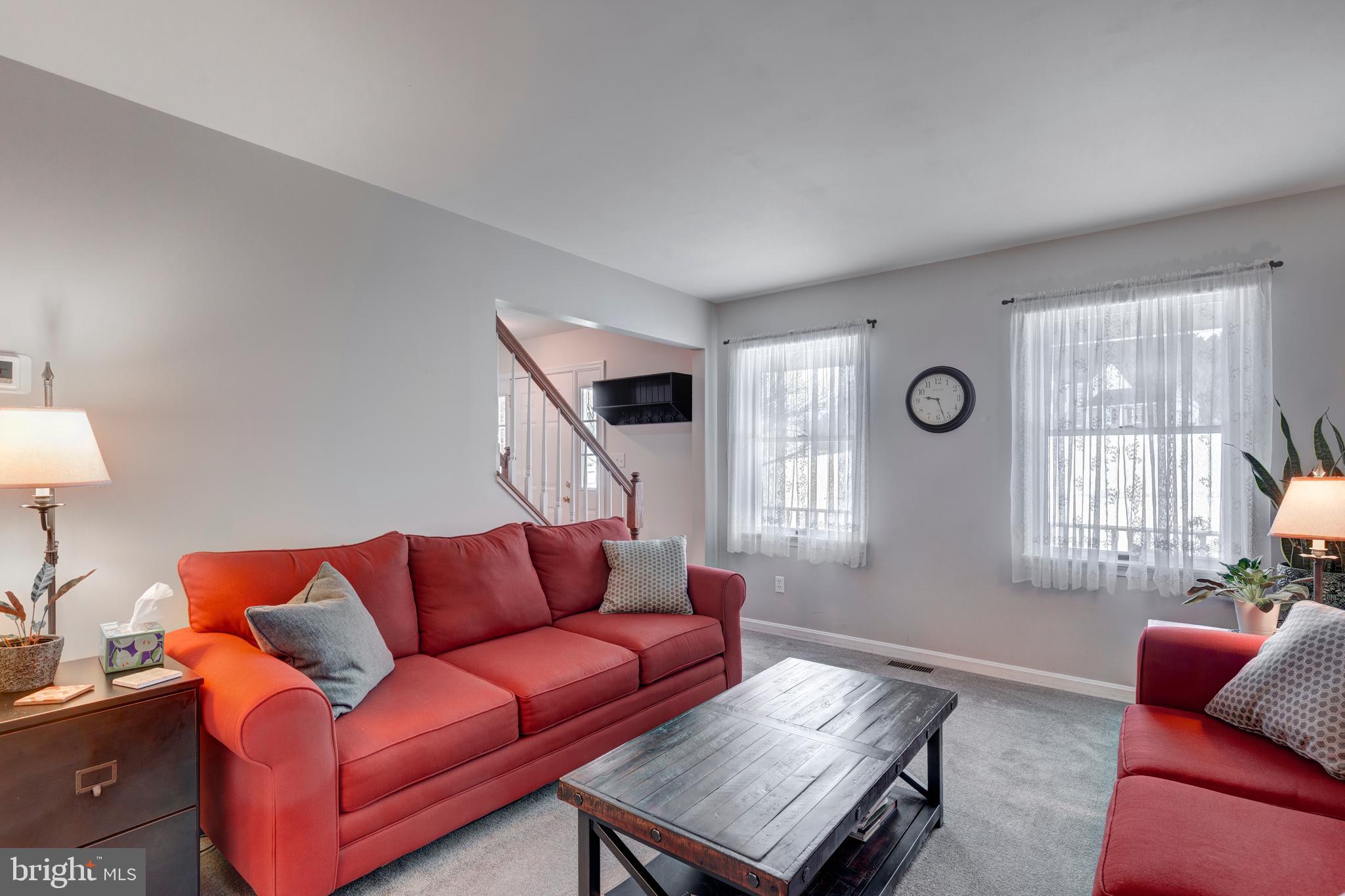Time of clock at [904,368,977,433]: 9:26
